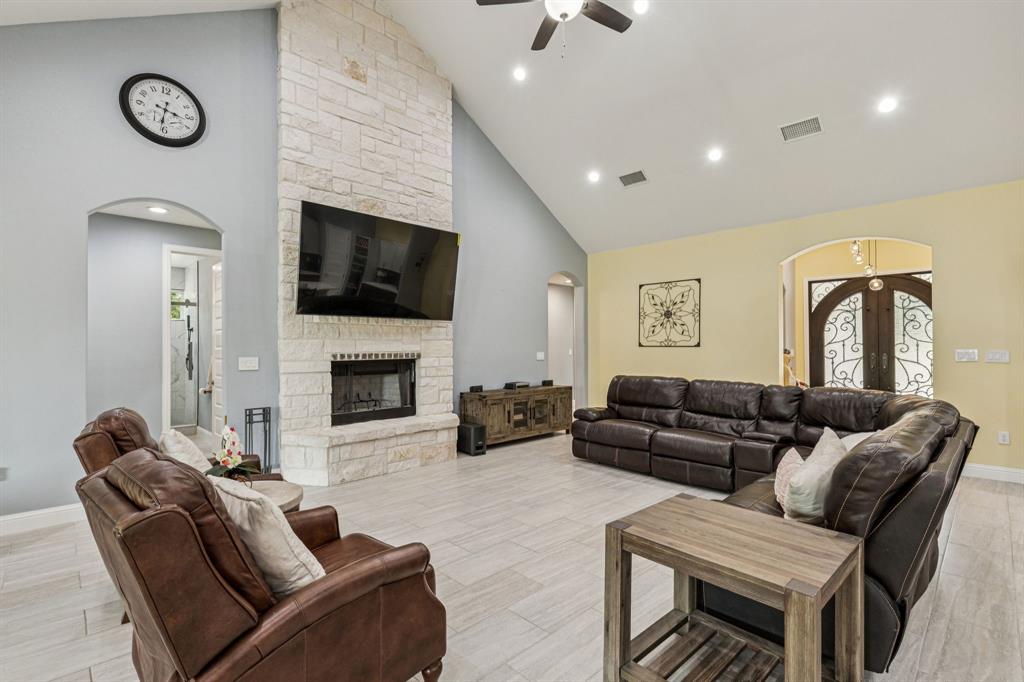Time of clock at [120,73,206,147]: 3:31
